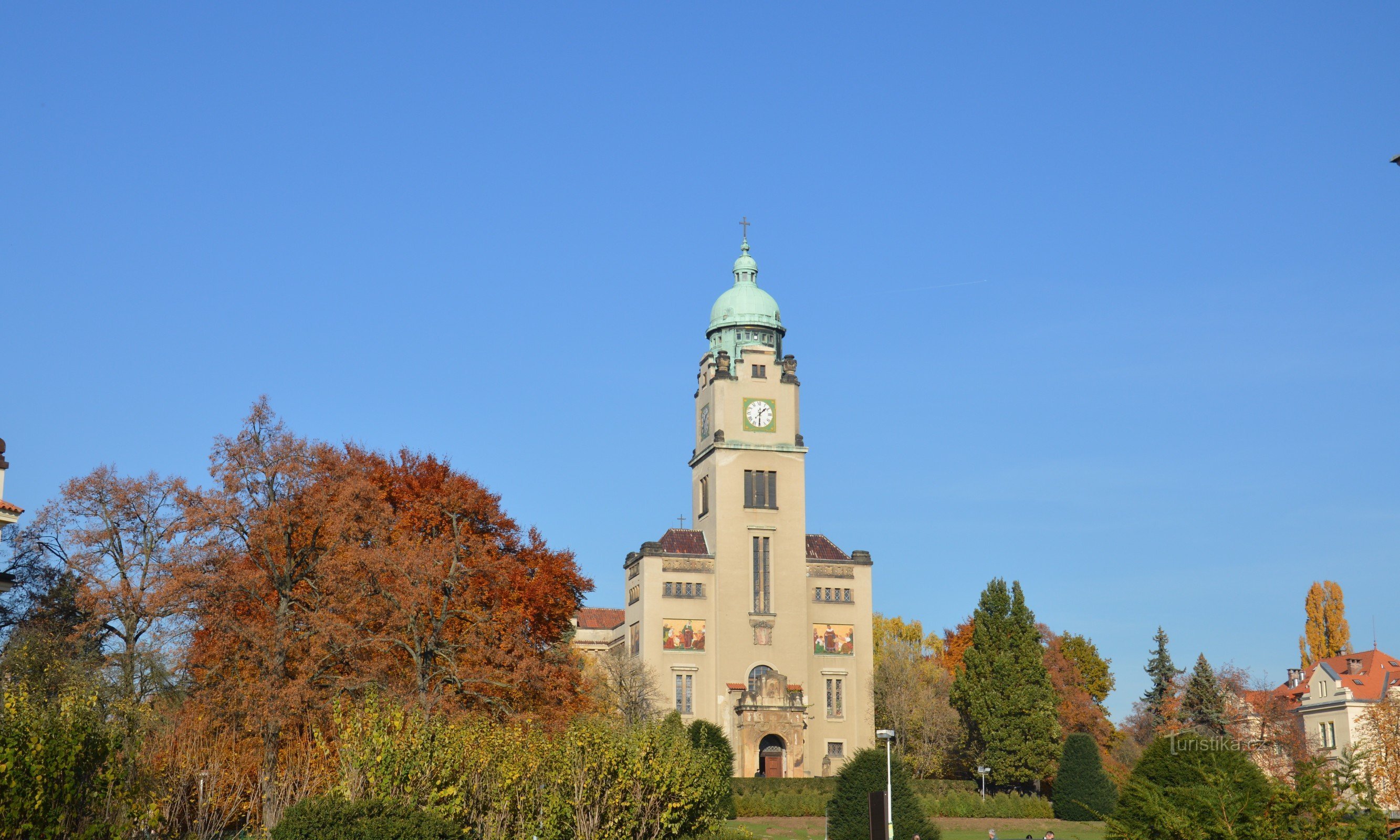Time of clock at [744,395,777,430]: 1:30
